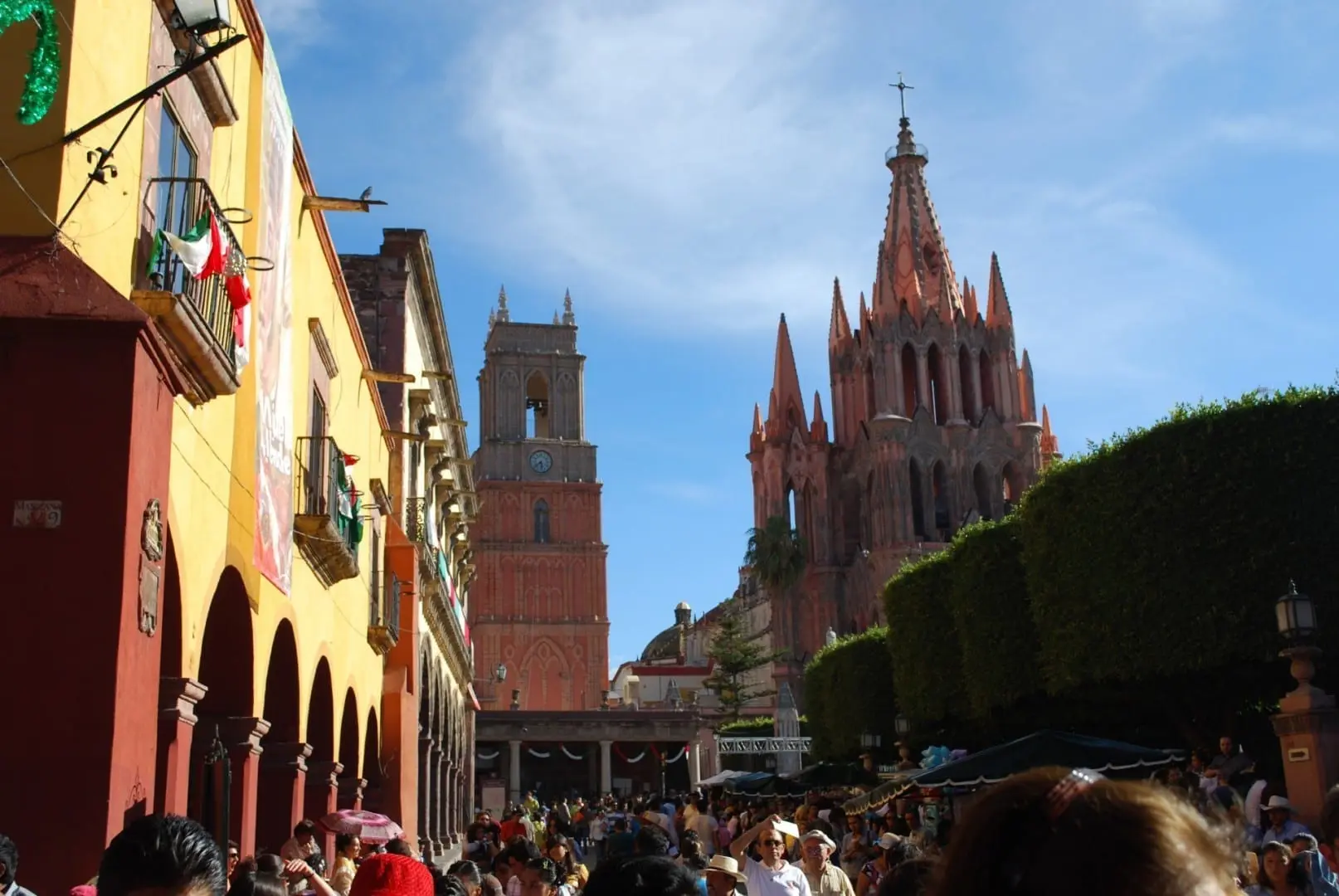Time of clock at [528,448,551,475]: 5:38
